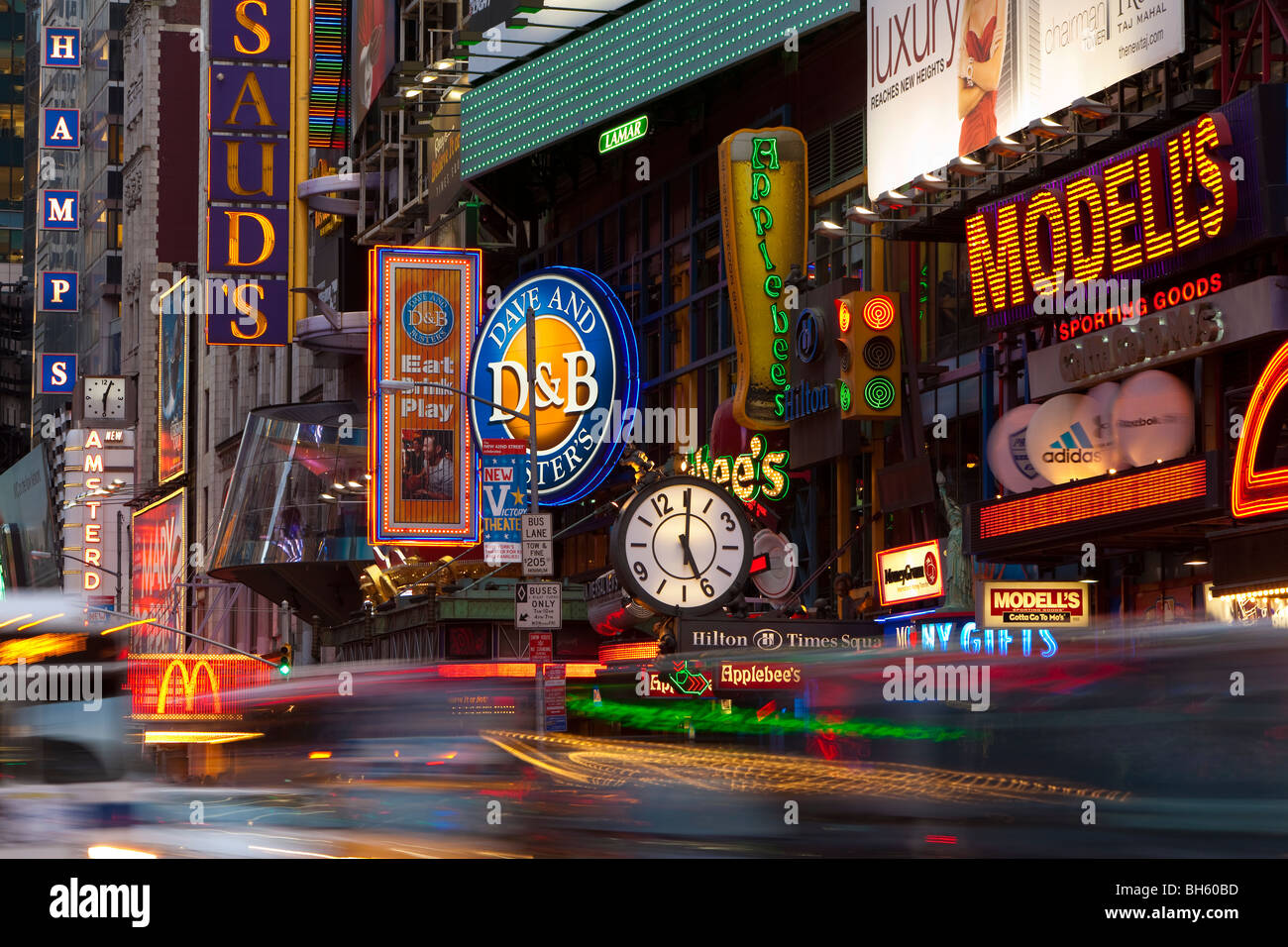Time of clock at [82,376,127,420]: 6:03
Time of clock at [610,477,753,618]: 5:00
